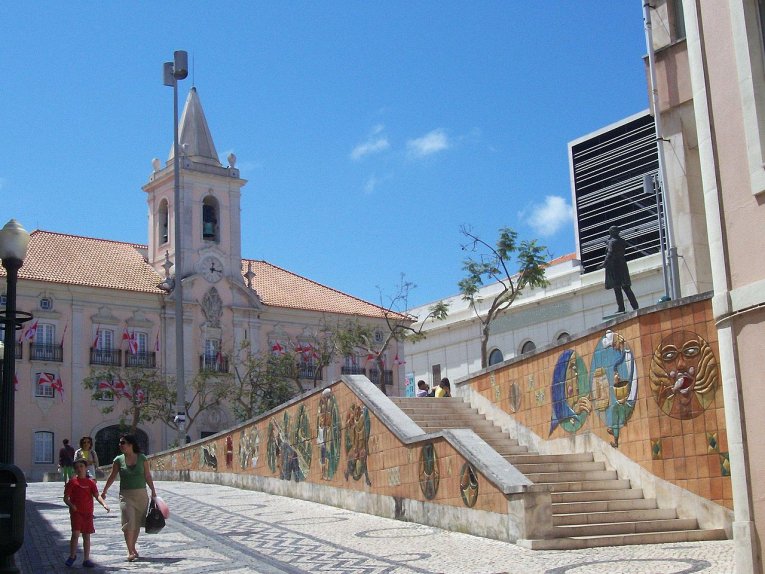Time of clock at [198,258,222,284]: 12:16
